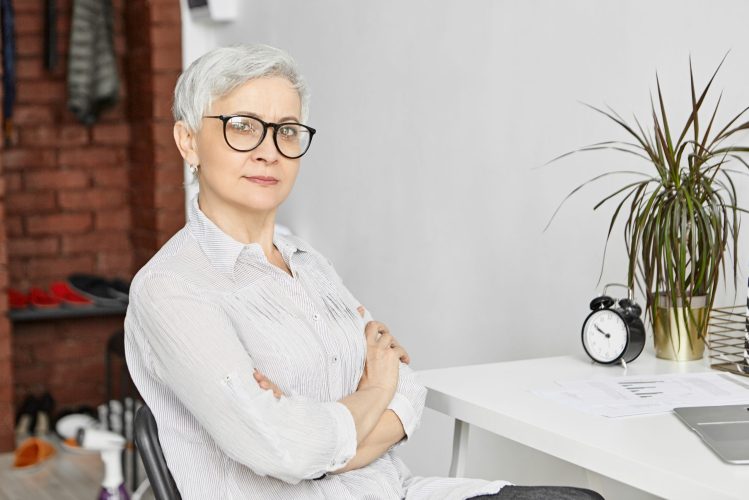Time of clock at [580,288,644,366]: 9:50
